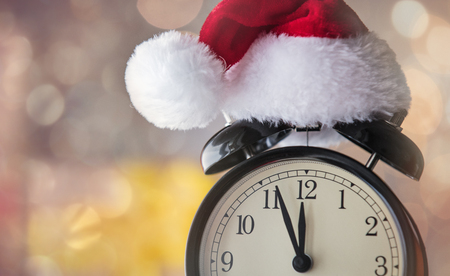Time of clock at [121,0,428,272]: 11:56
